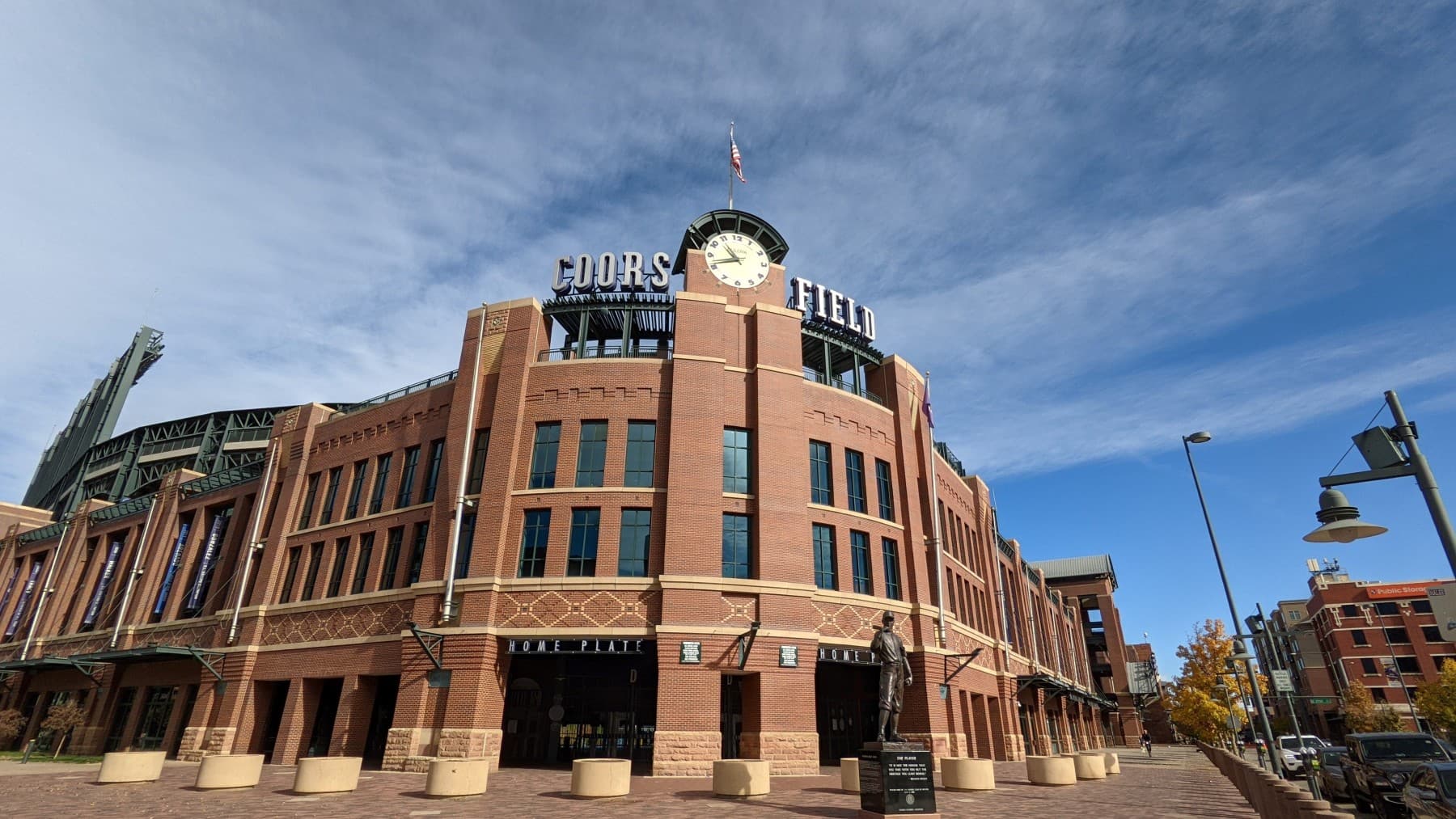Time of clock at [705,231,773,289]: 10:41
